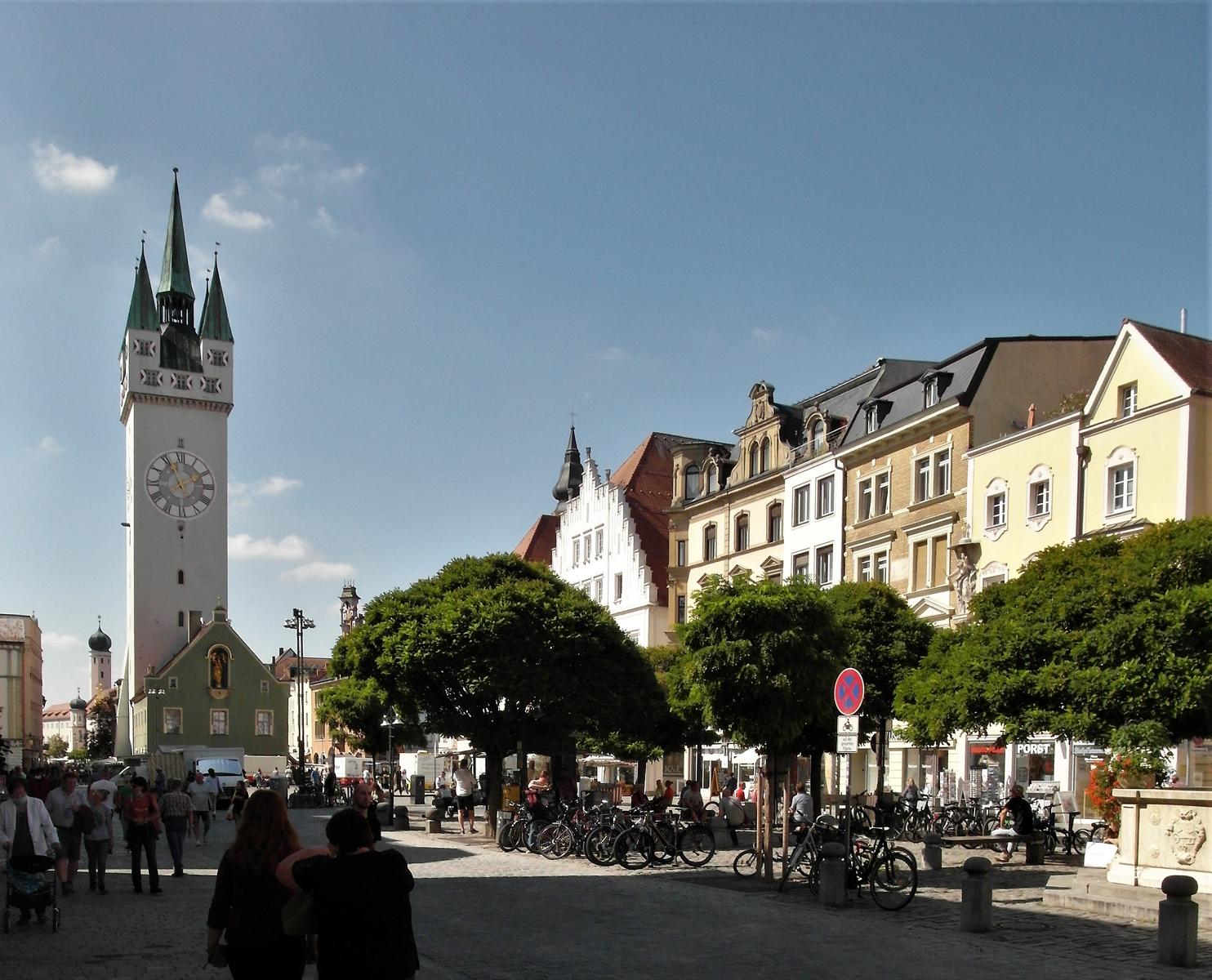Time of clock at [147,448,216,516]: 1:56
